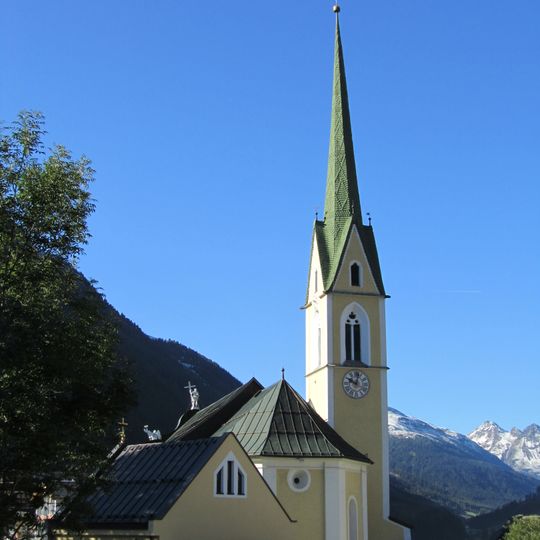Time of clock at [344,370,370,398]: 10:02
